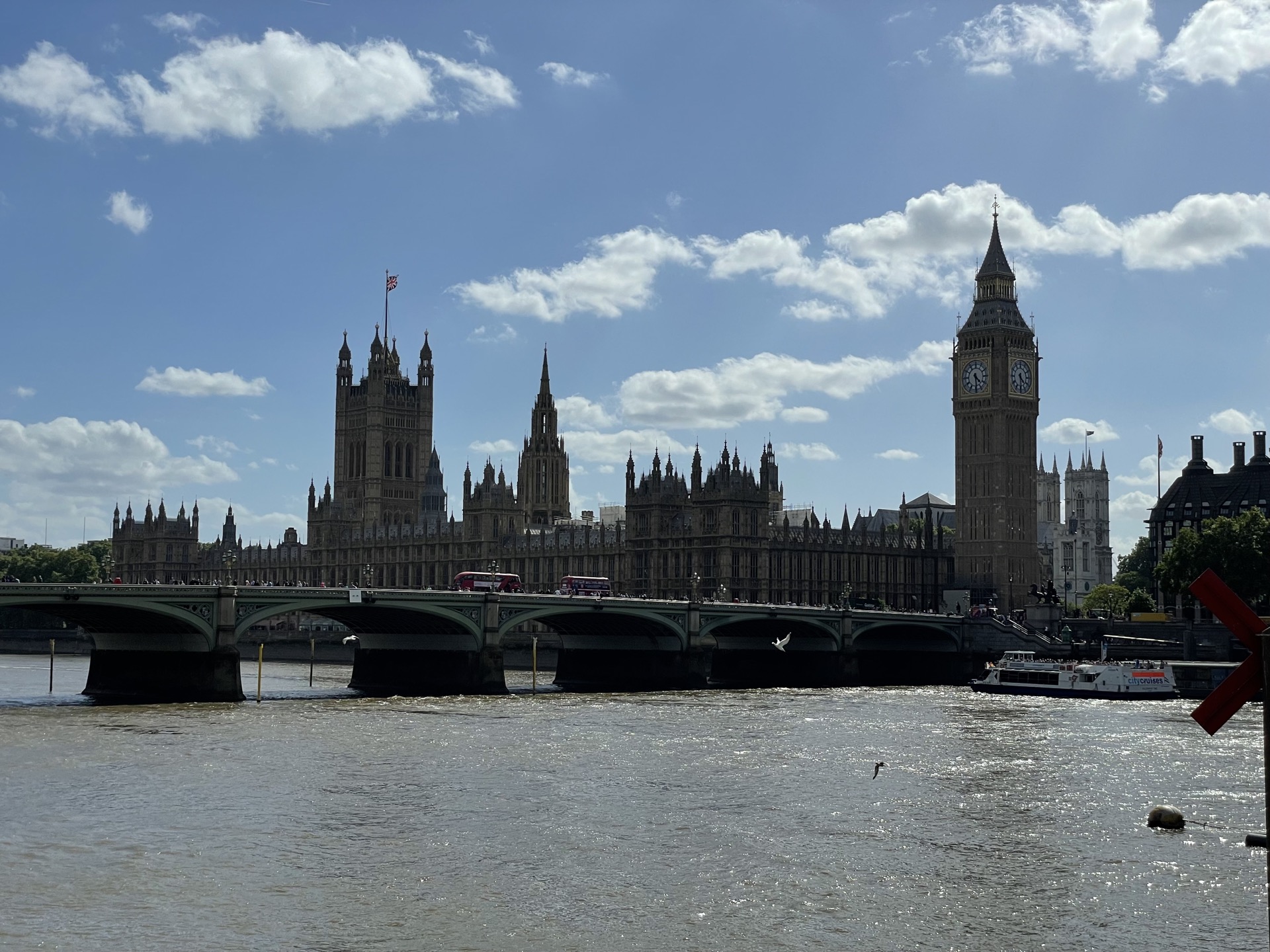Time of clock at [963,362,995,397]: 4:29
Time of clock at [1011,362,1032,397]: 4:29
